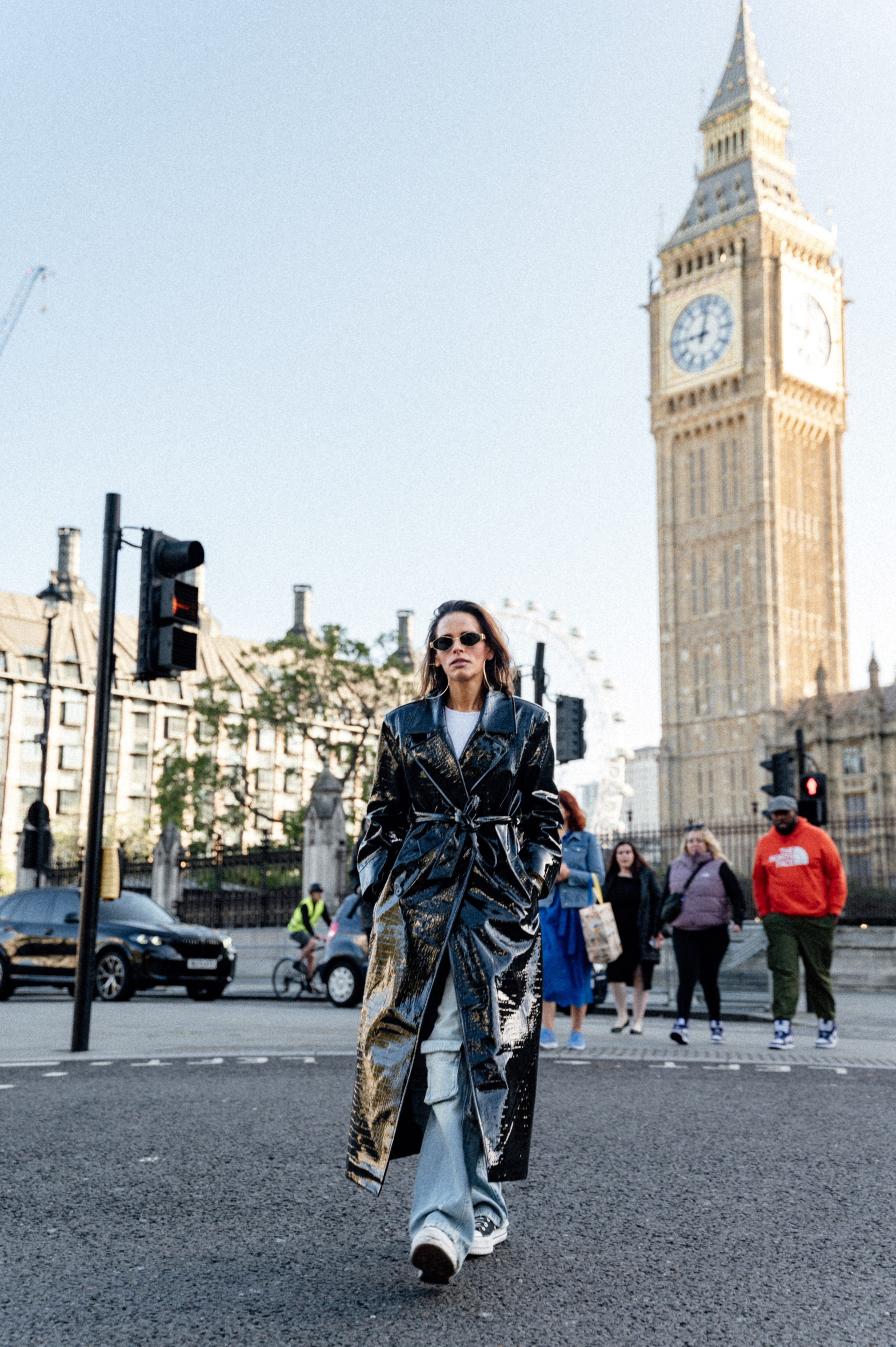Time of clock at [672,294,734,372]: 9:01
